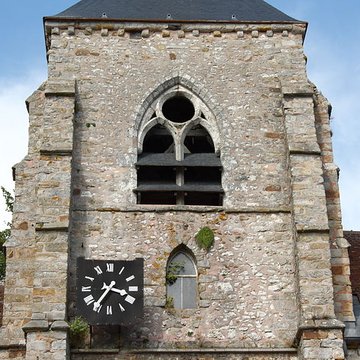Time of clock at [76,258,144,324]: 3:35
